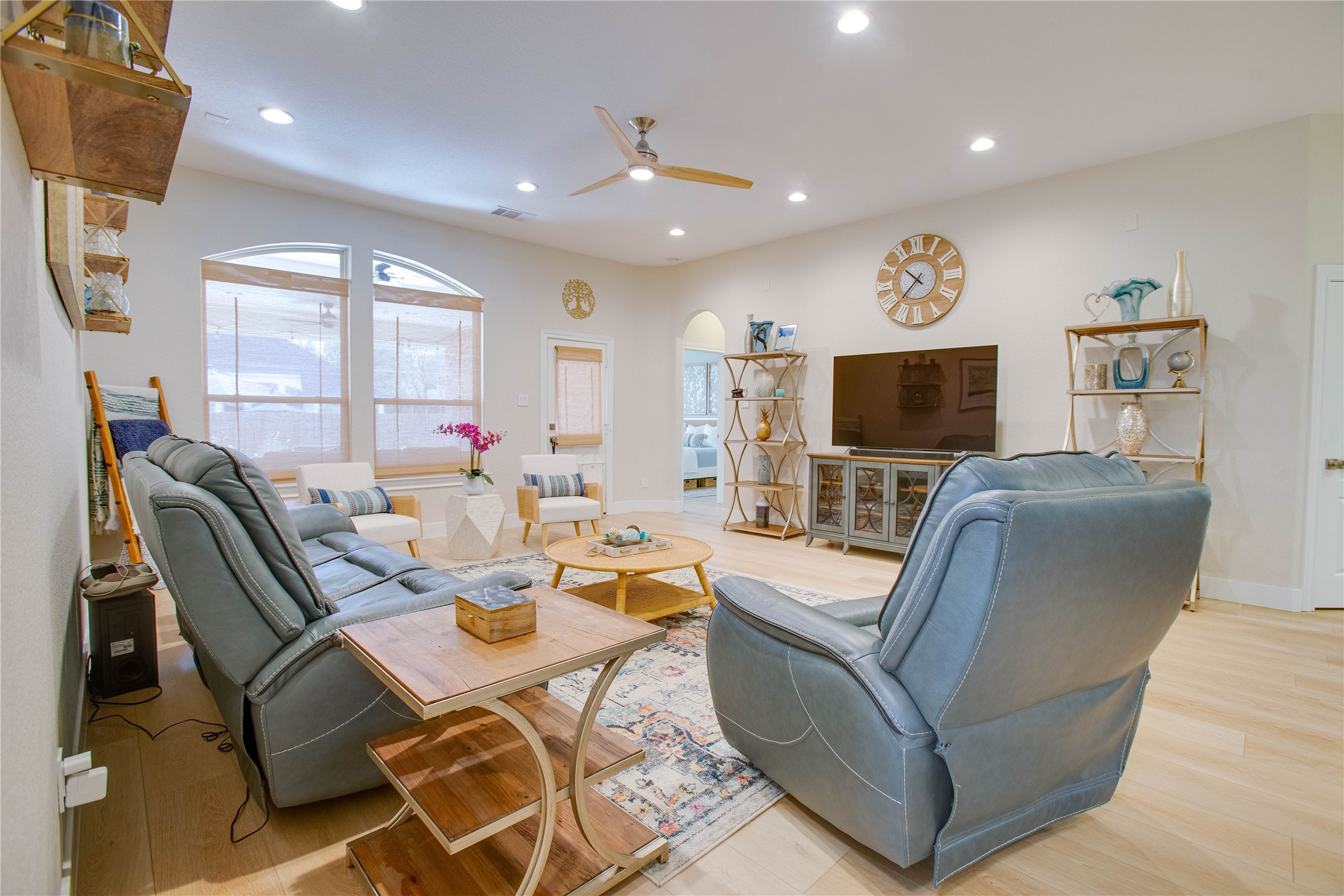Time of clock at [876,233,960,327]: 10:37
